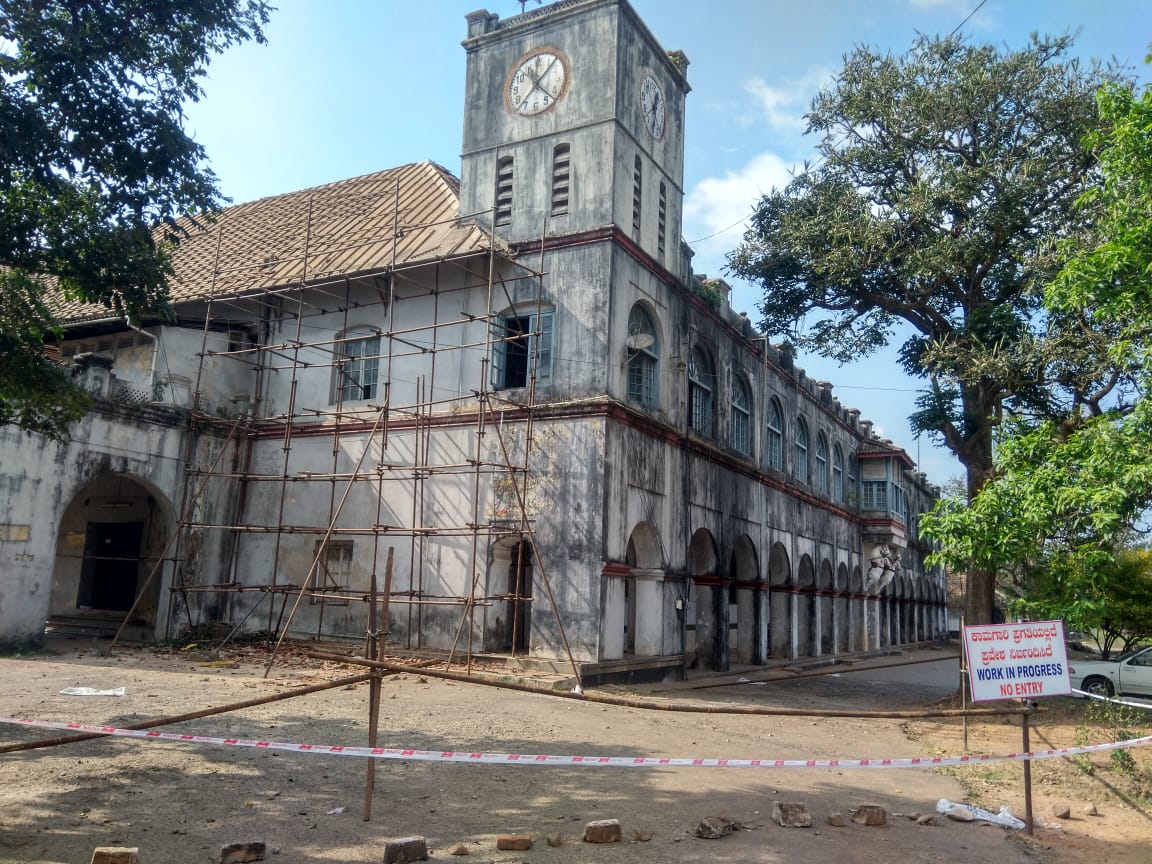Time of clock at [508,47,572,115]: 1:37
